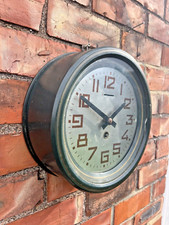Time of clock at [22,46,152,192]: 1:50
